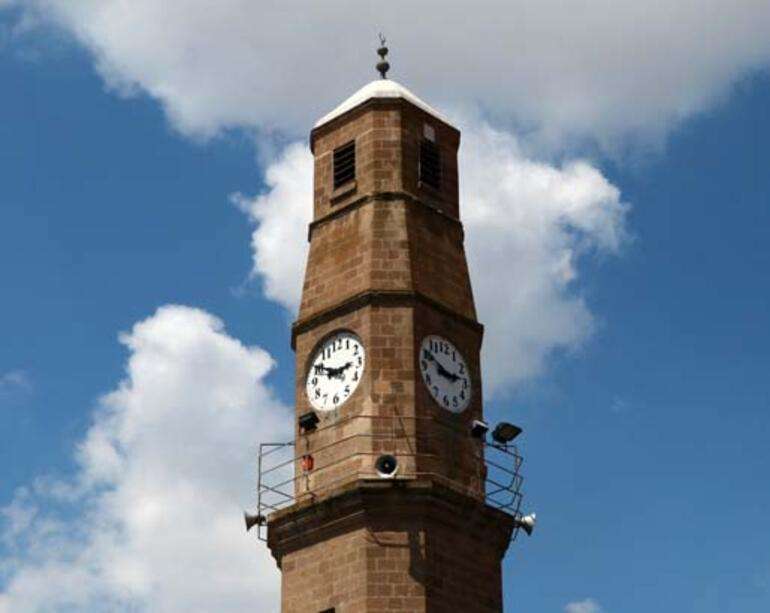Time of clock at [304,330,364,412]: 2:49
